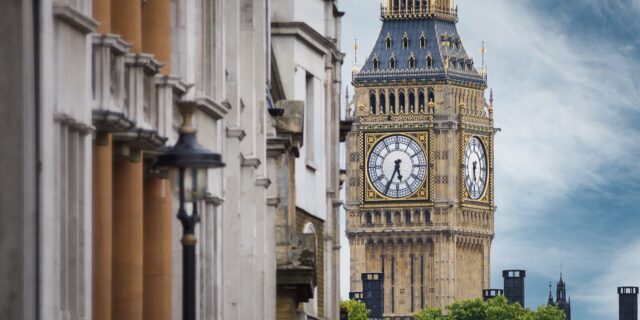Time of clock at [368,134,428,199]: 5:34
